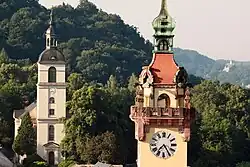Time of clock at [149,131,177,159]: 7:24
